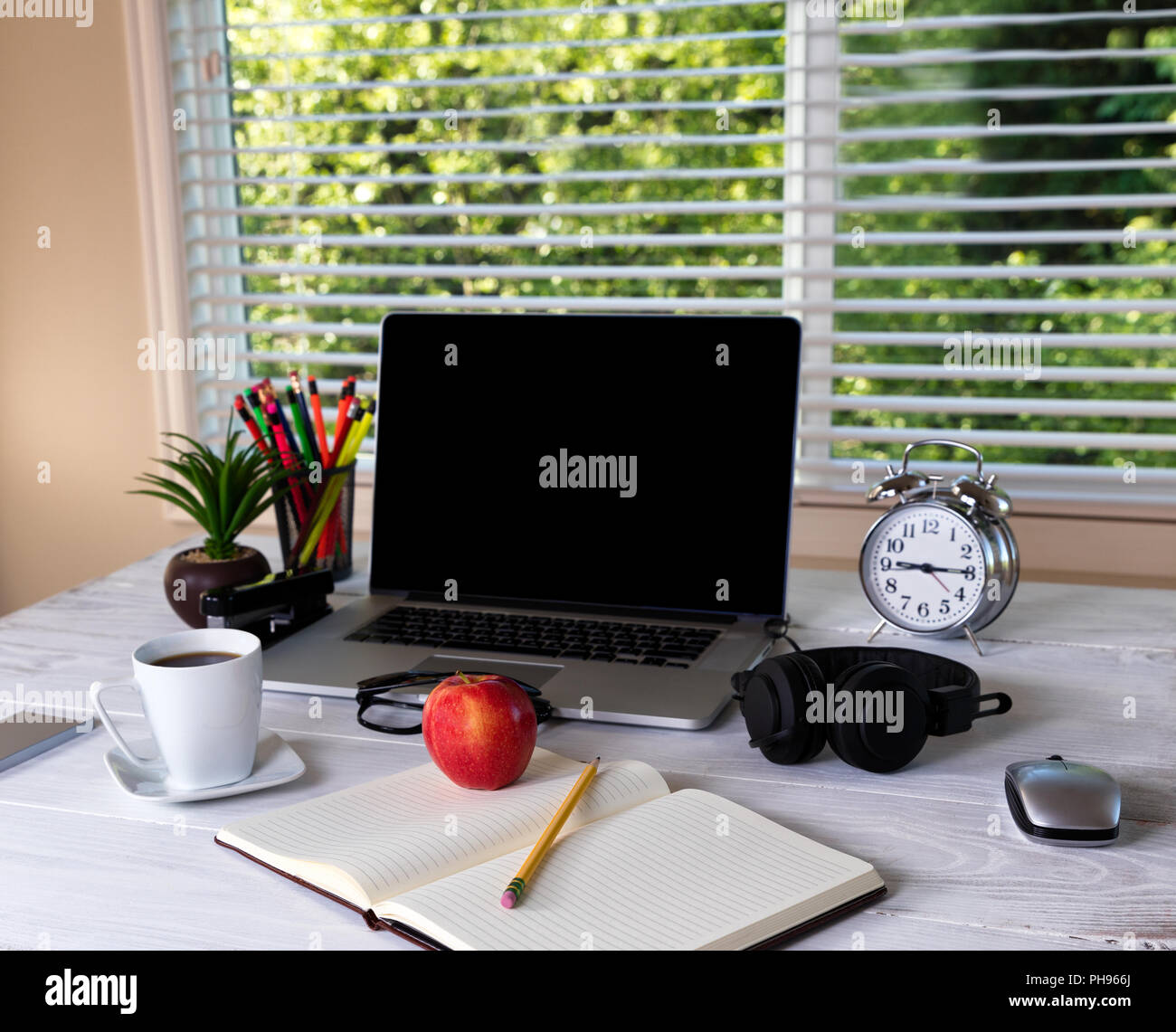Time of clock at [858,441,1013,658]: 9:15
